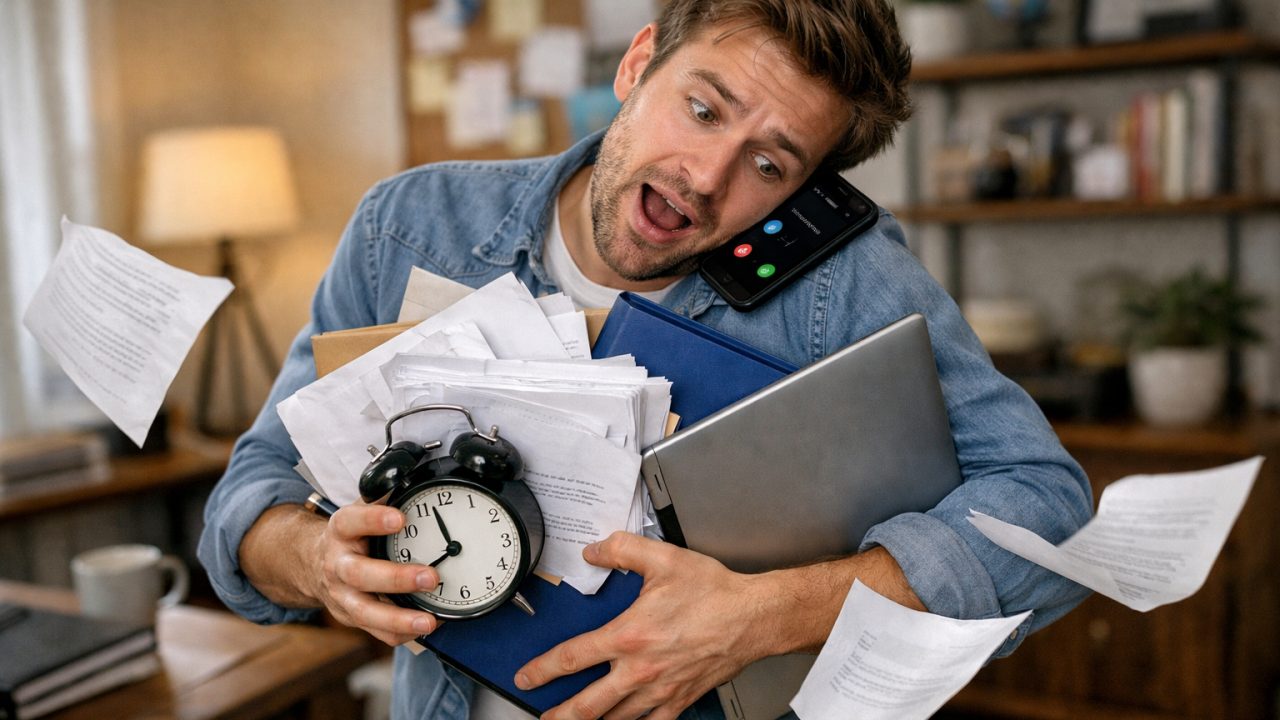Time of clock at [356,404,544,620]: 7:57
